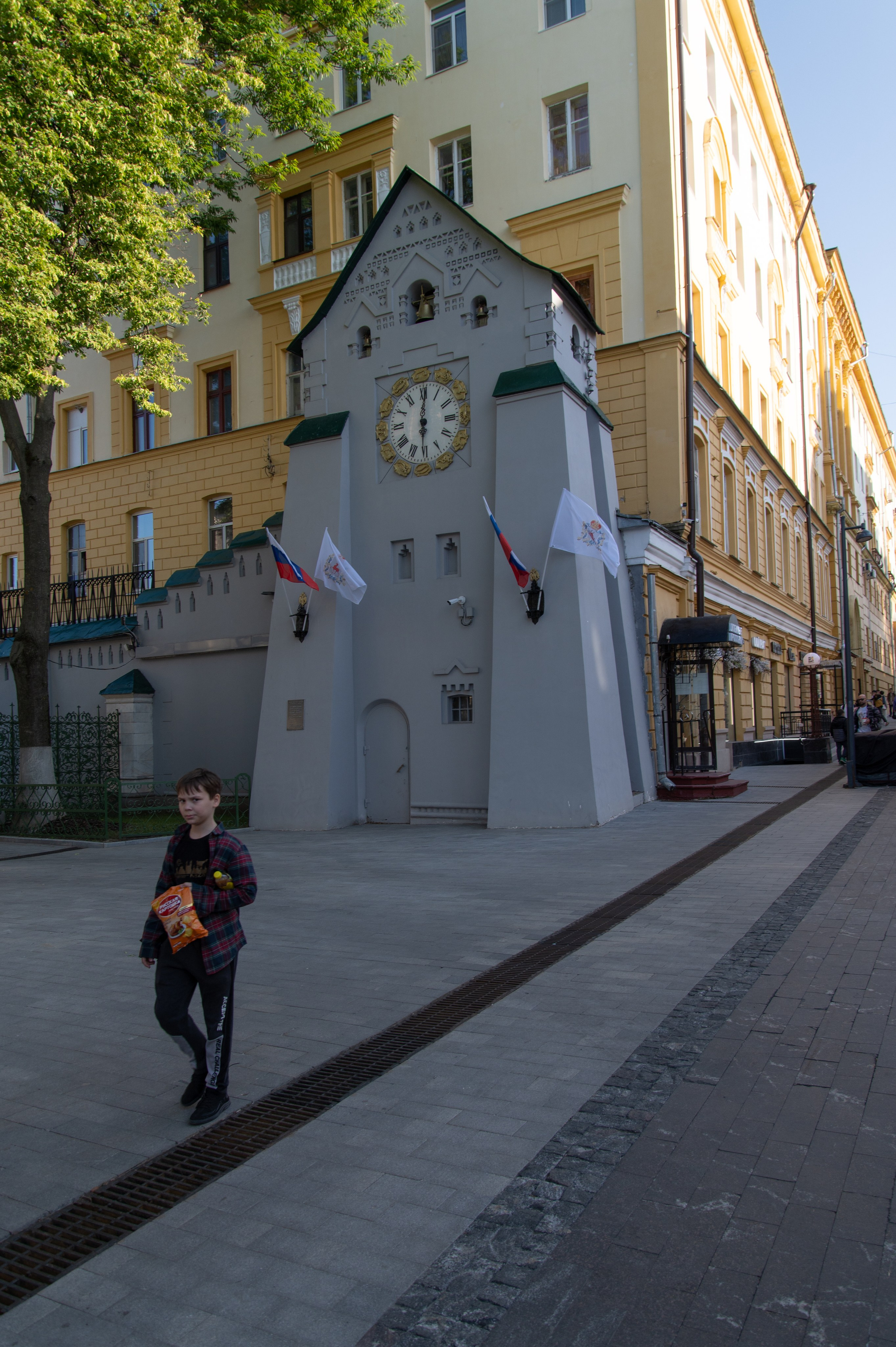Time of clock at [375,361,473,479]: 6:00
